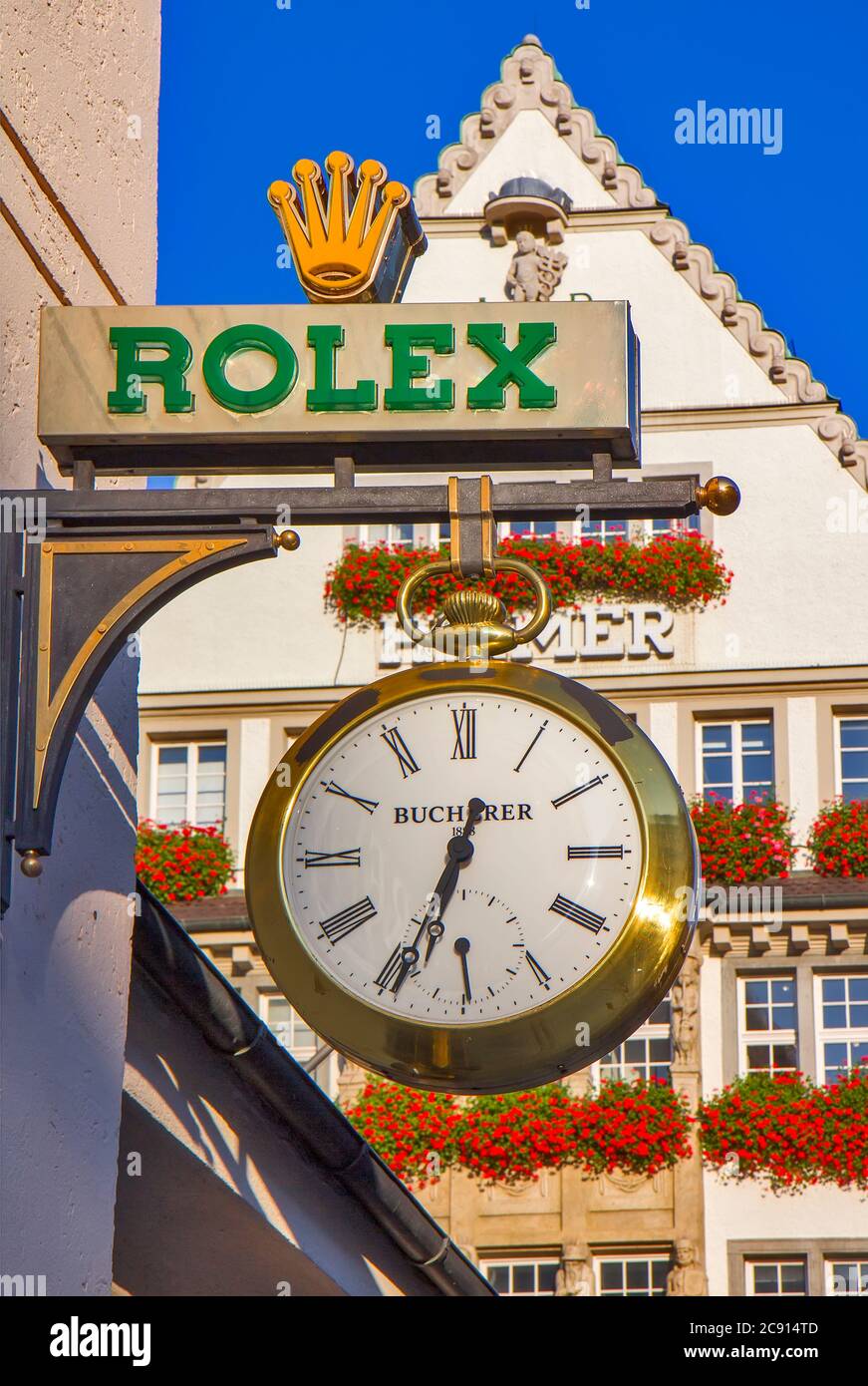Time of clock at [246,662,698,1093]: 12:33
